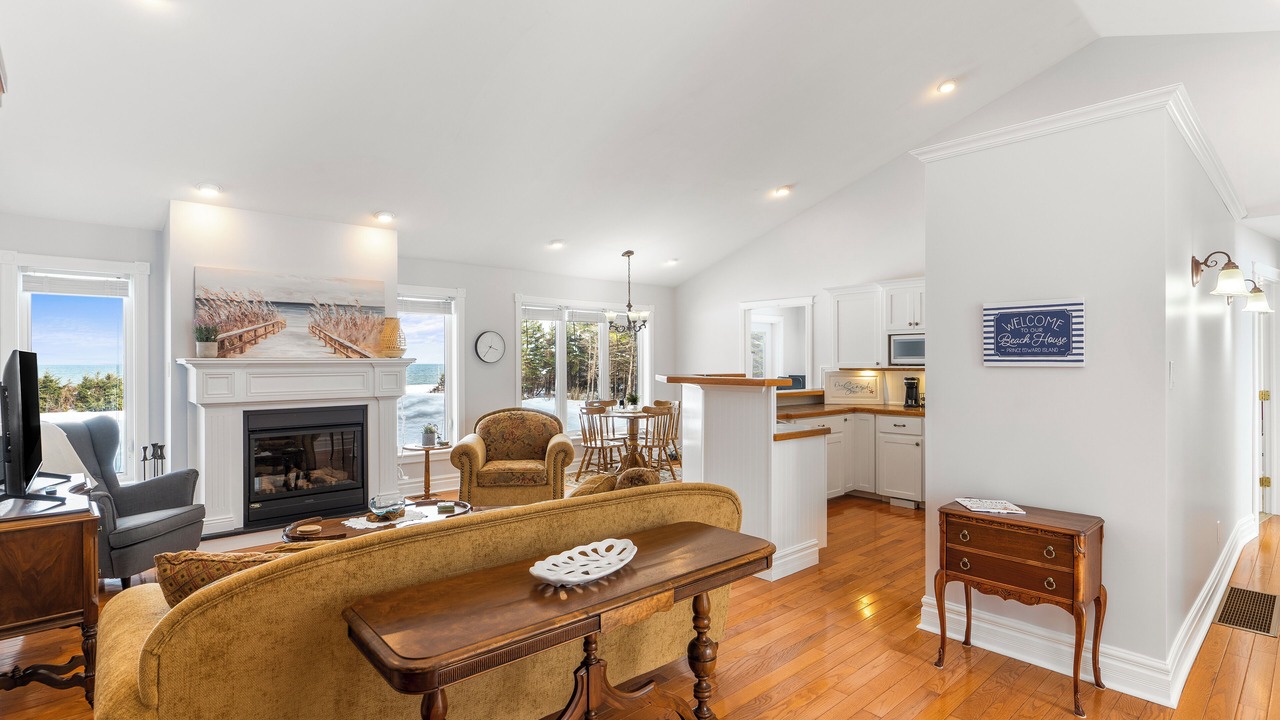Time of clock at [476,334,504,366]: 3:36
